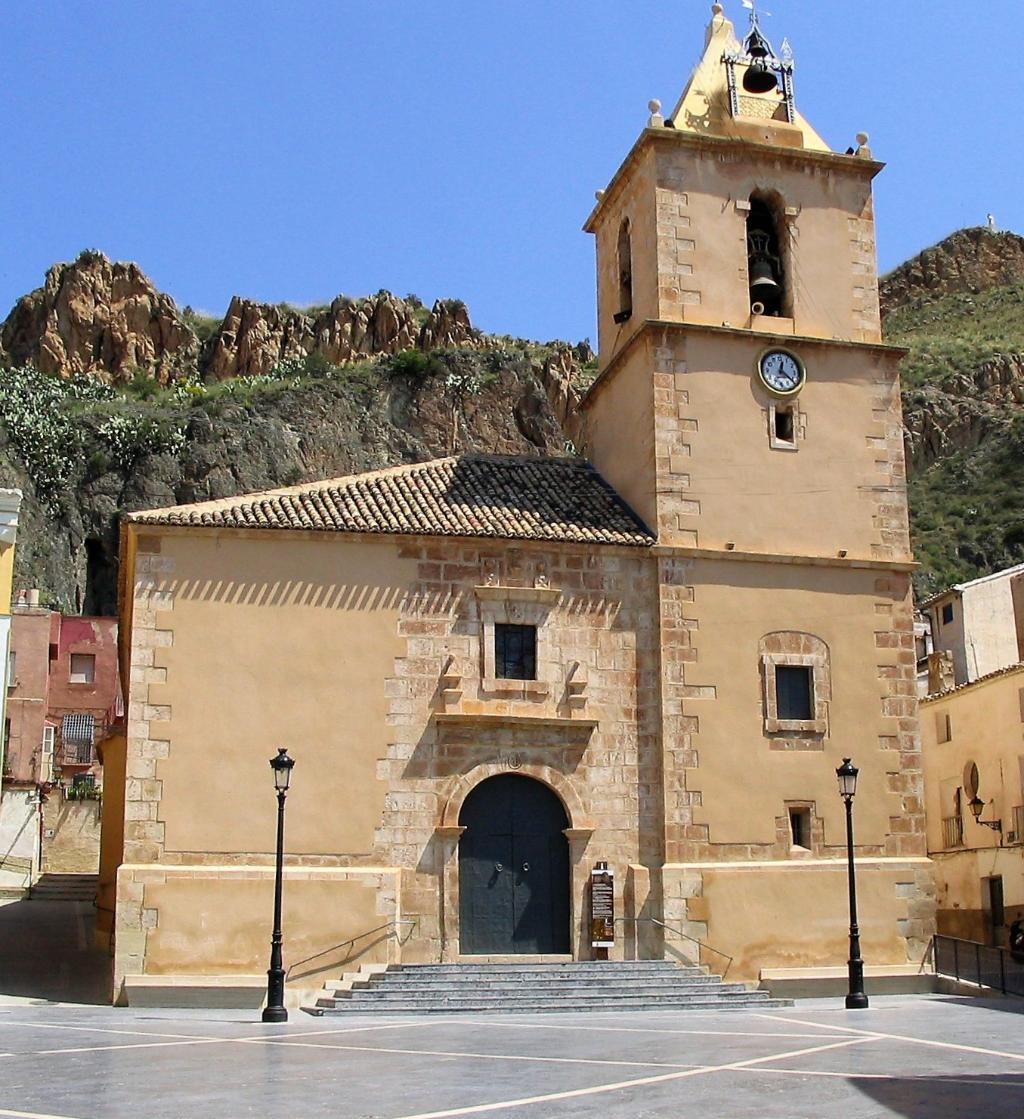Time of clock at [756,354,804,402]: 12:21
